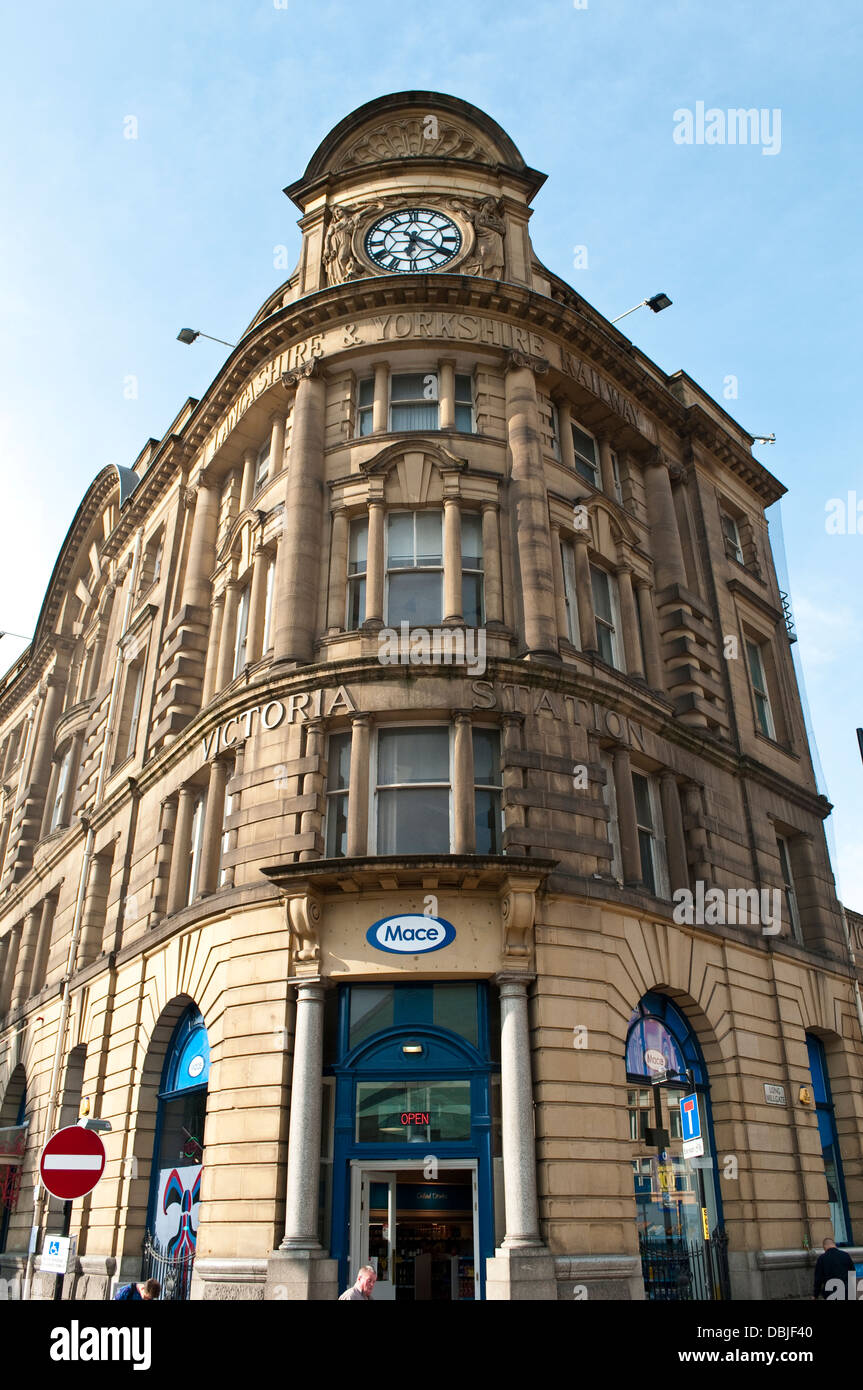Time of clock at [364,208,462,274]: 6:20
